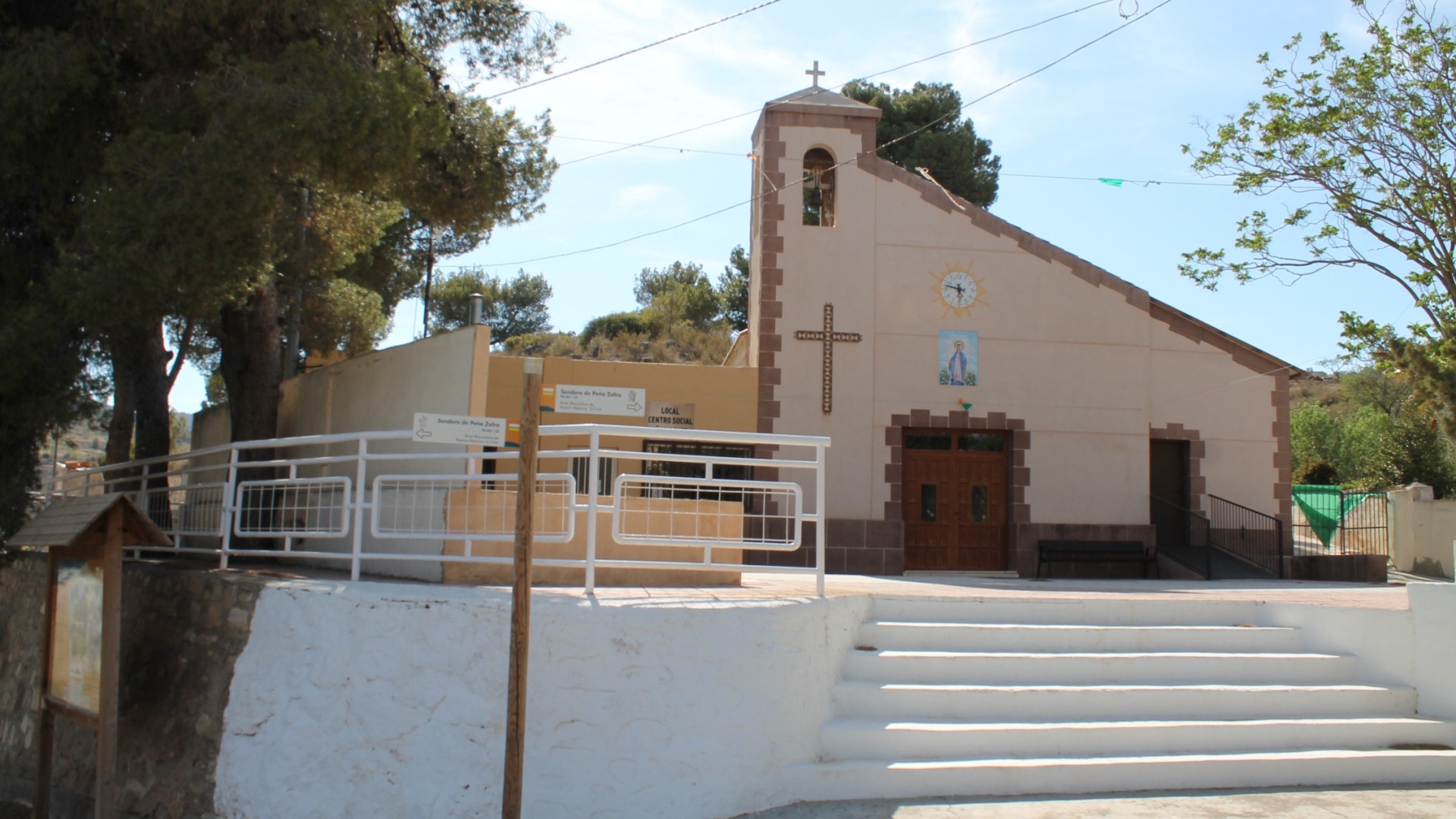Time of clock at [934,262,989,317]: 5:47
